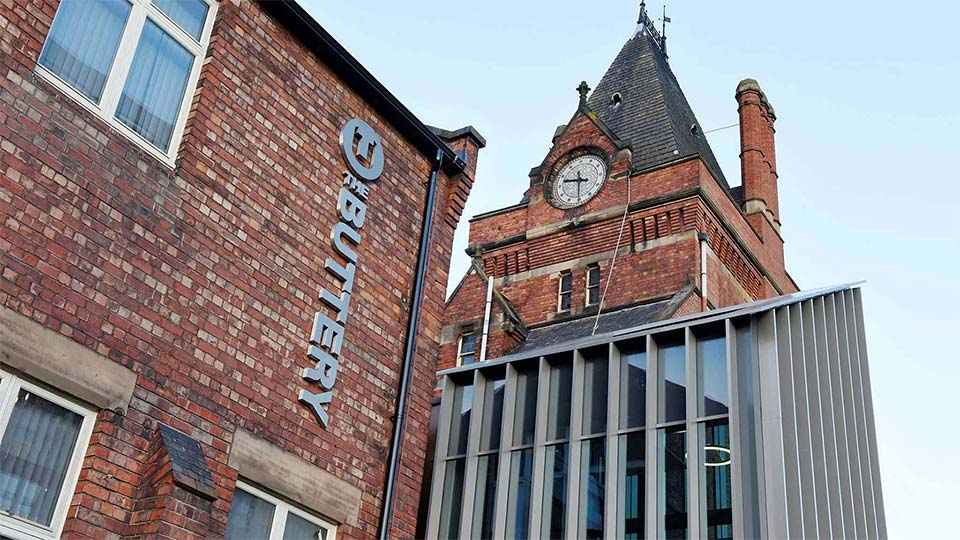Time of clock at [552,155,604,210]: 9:30
